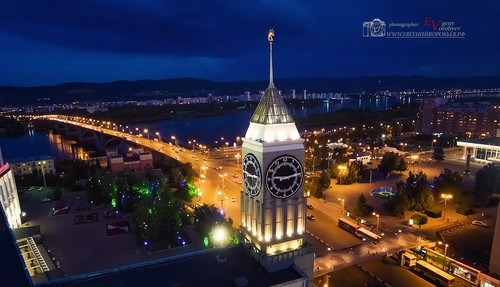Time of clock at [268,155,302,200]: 9:13
